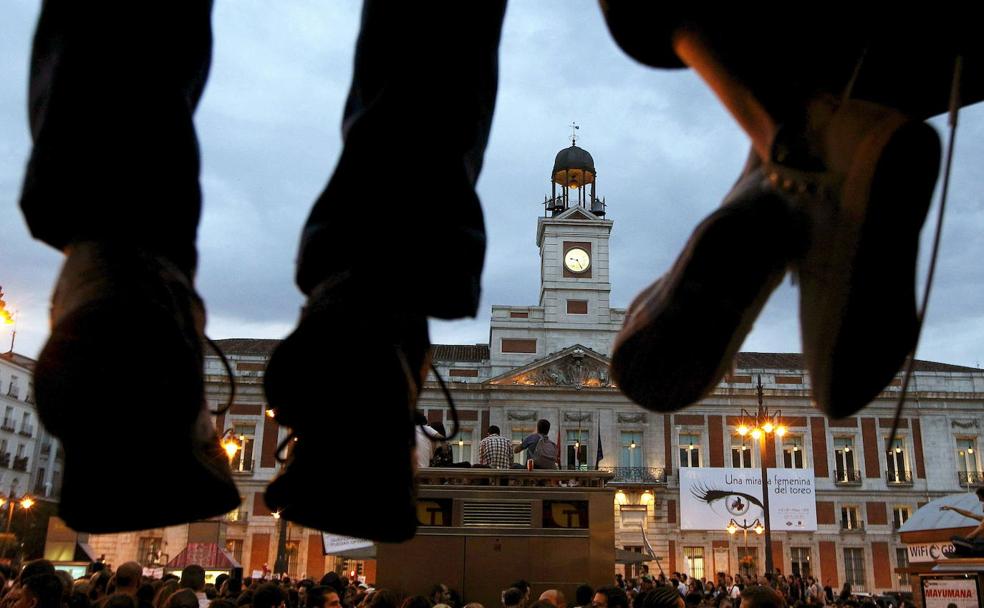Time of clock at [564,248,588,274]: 9:25
